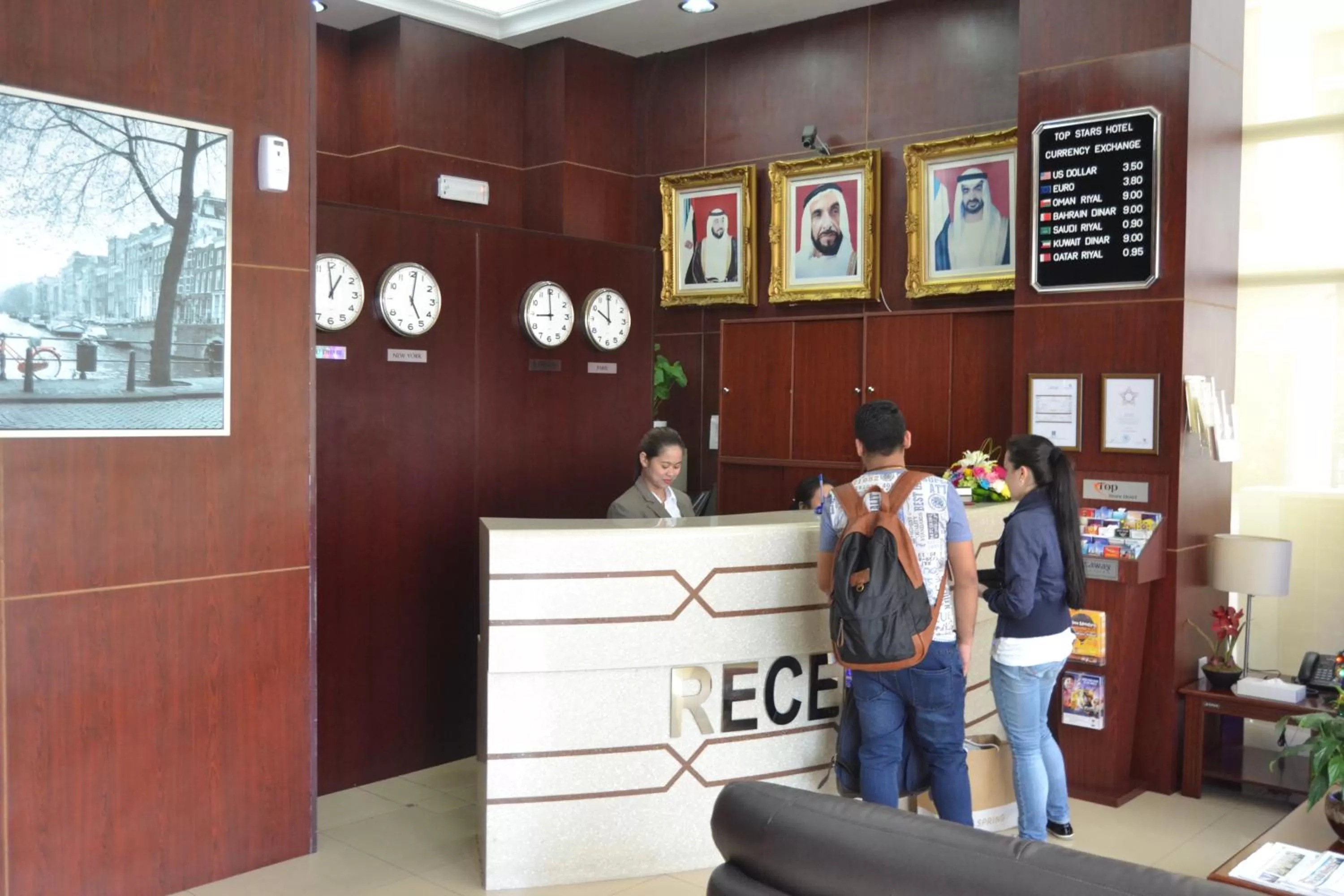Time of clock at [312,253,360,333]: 12:58
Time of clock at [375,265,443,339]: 5:01
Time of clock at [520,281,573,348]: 8:59
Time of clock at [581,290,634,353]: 9:59
